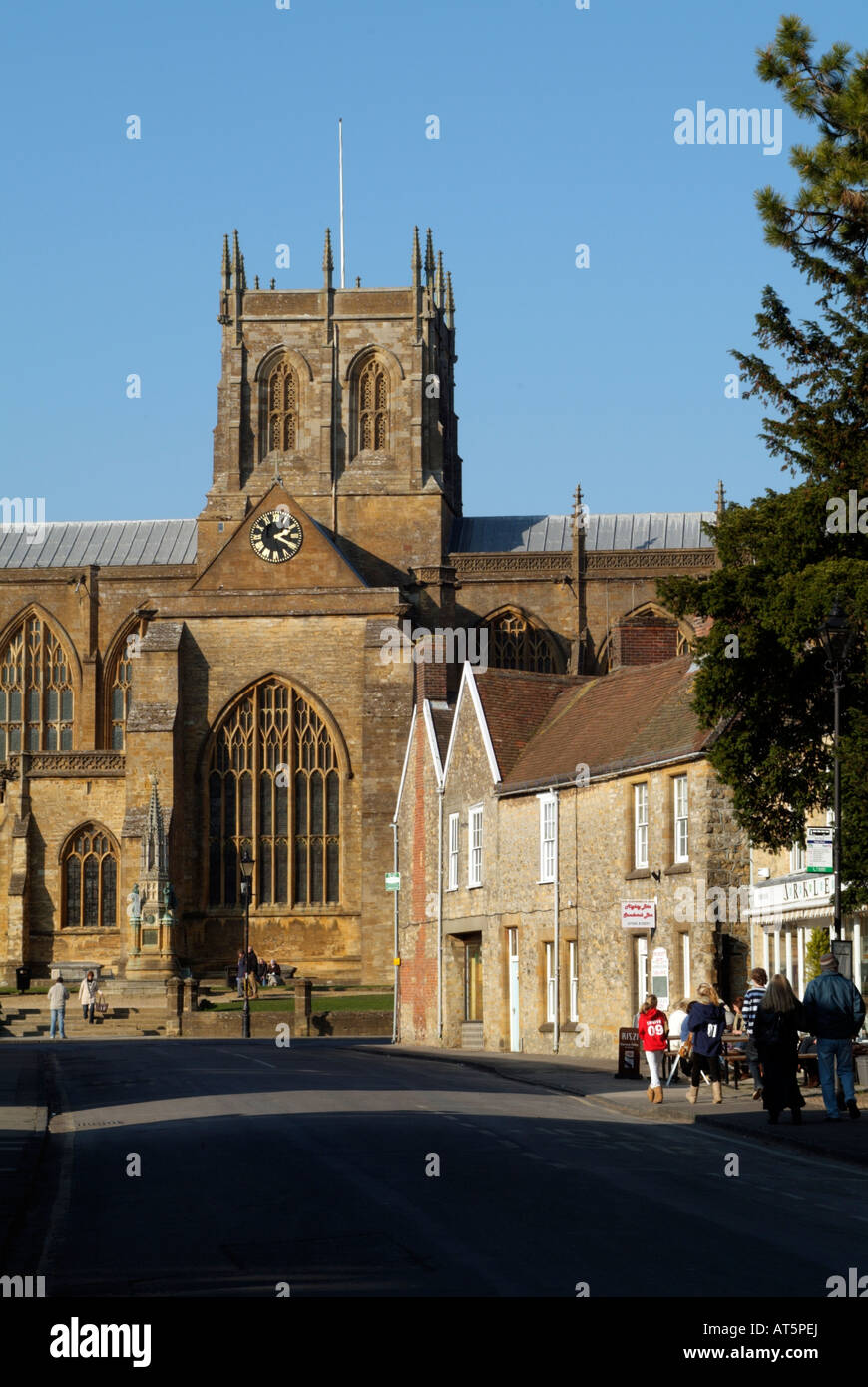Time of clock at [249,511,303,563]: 2:19
